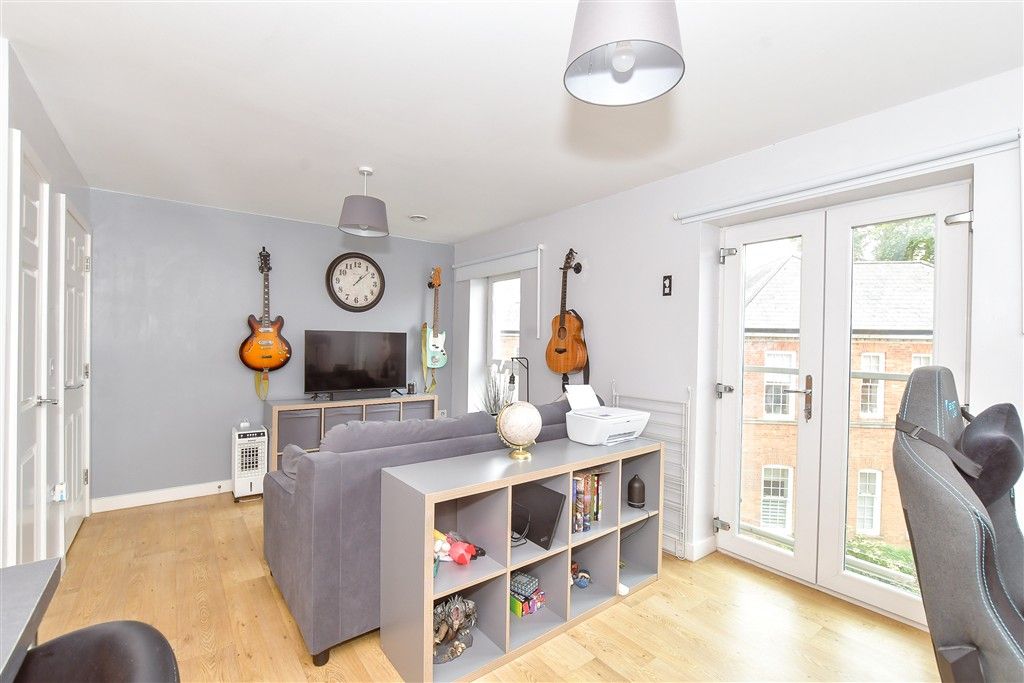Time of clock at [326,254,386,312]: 1:07
